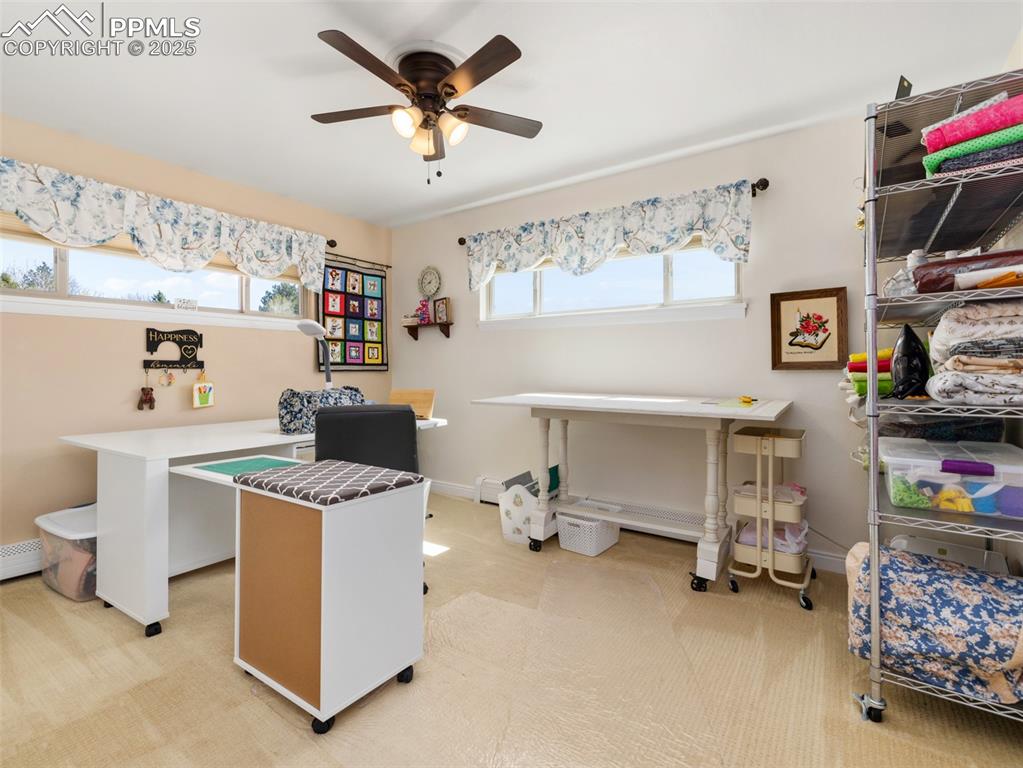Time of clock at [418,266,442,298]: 8:40
